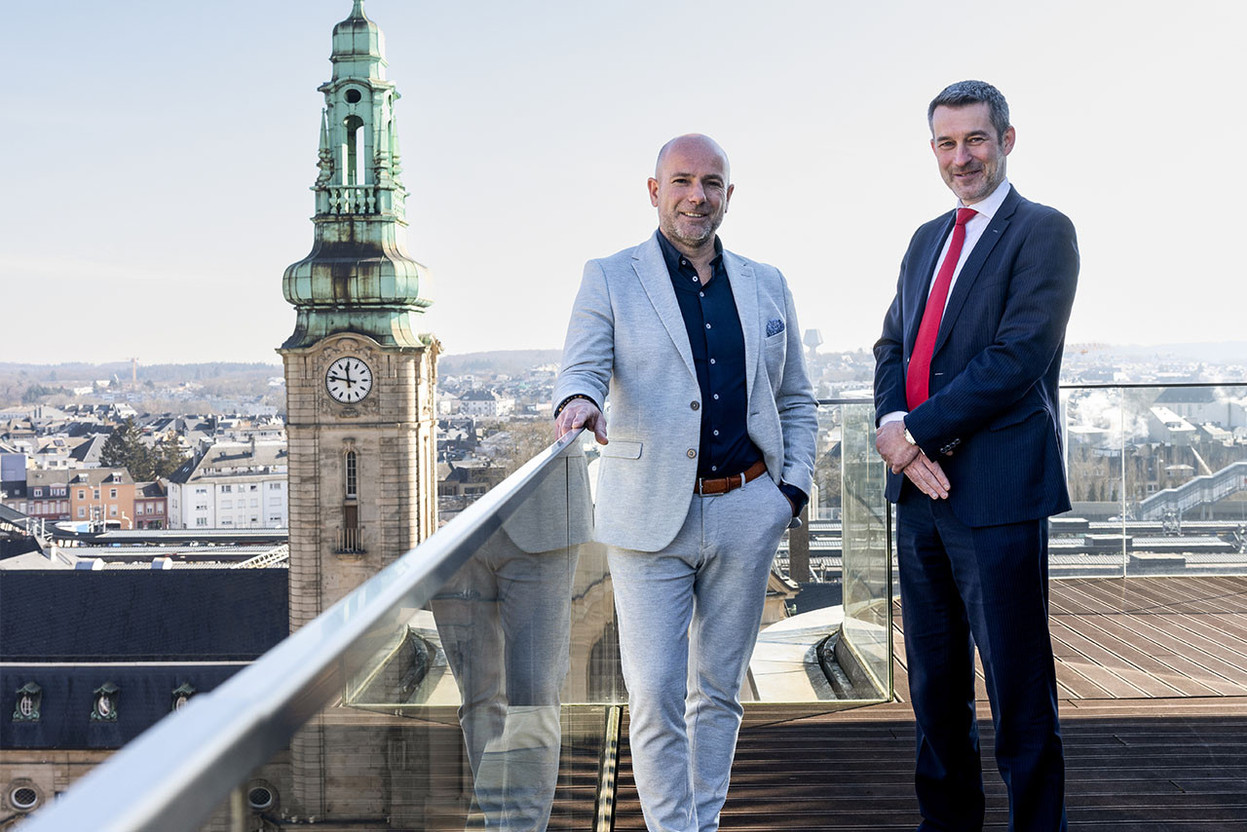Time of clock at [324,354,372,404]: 11:46
